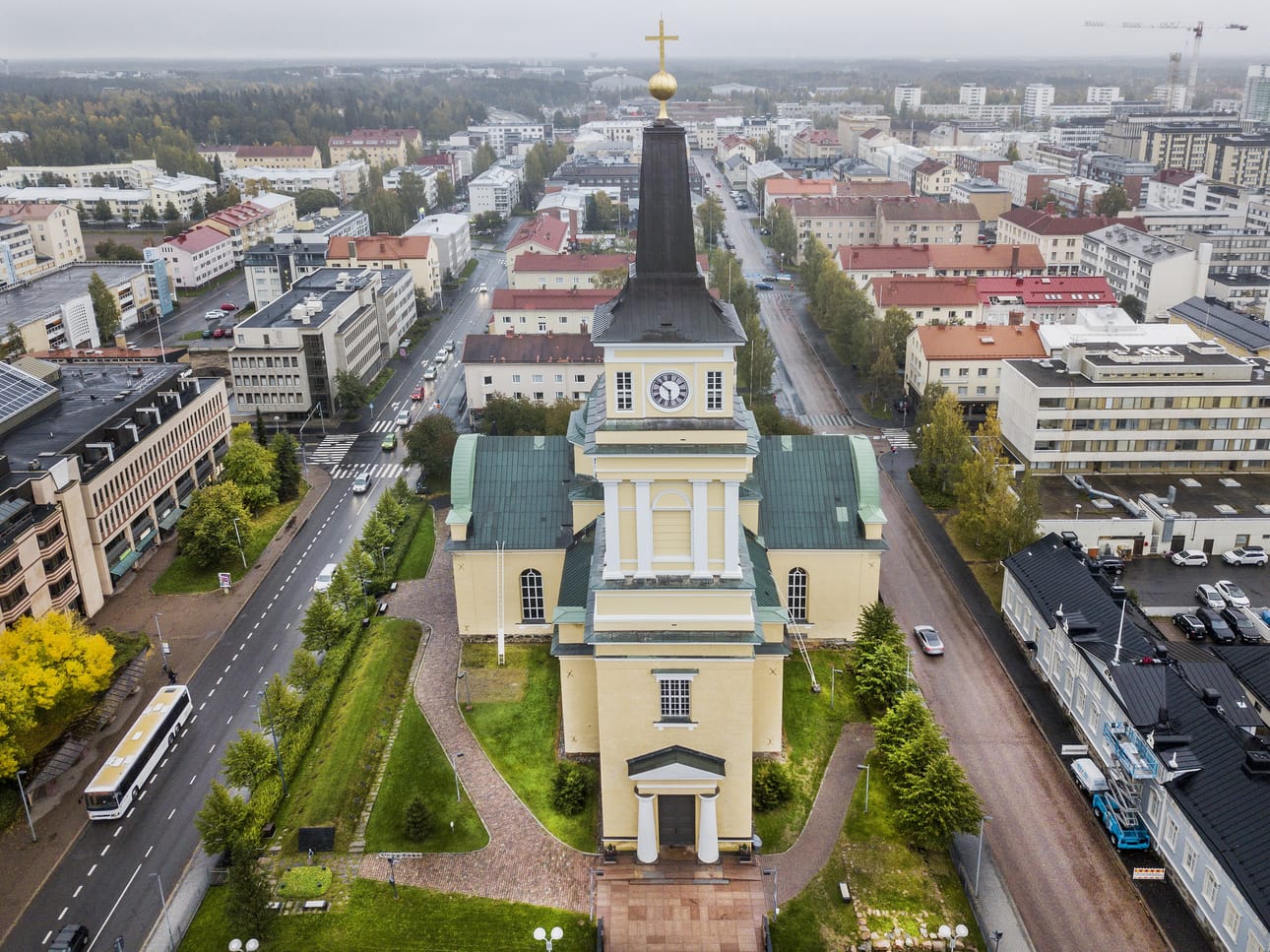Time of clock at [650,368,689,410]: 5:51
